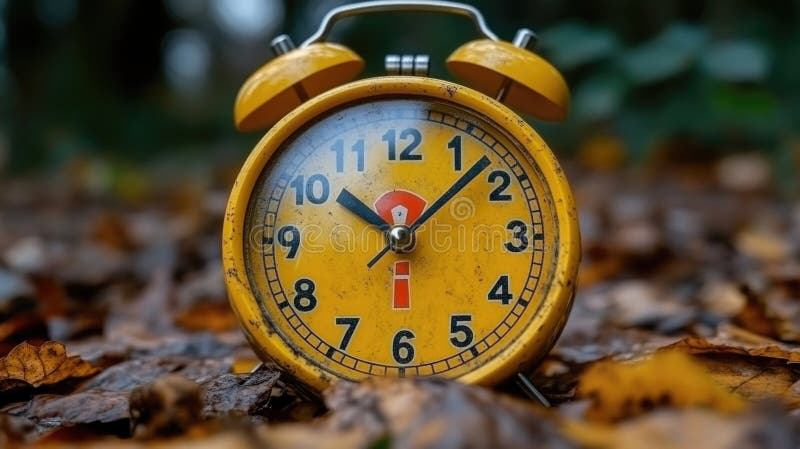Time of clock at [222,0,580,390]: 10:07
